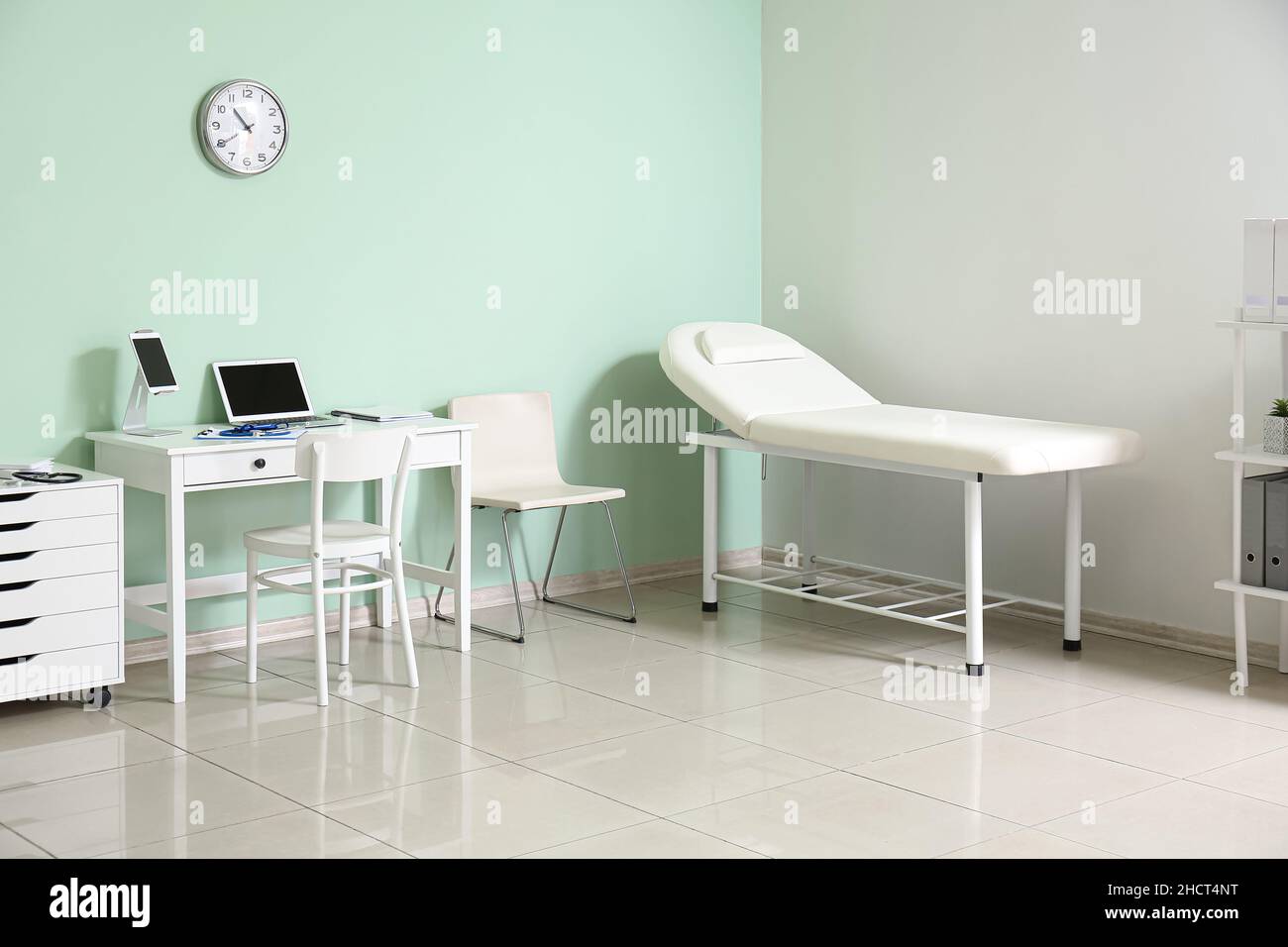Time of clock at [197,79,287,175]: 10:39
